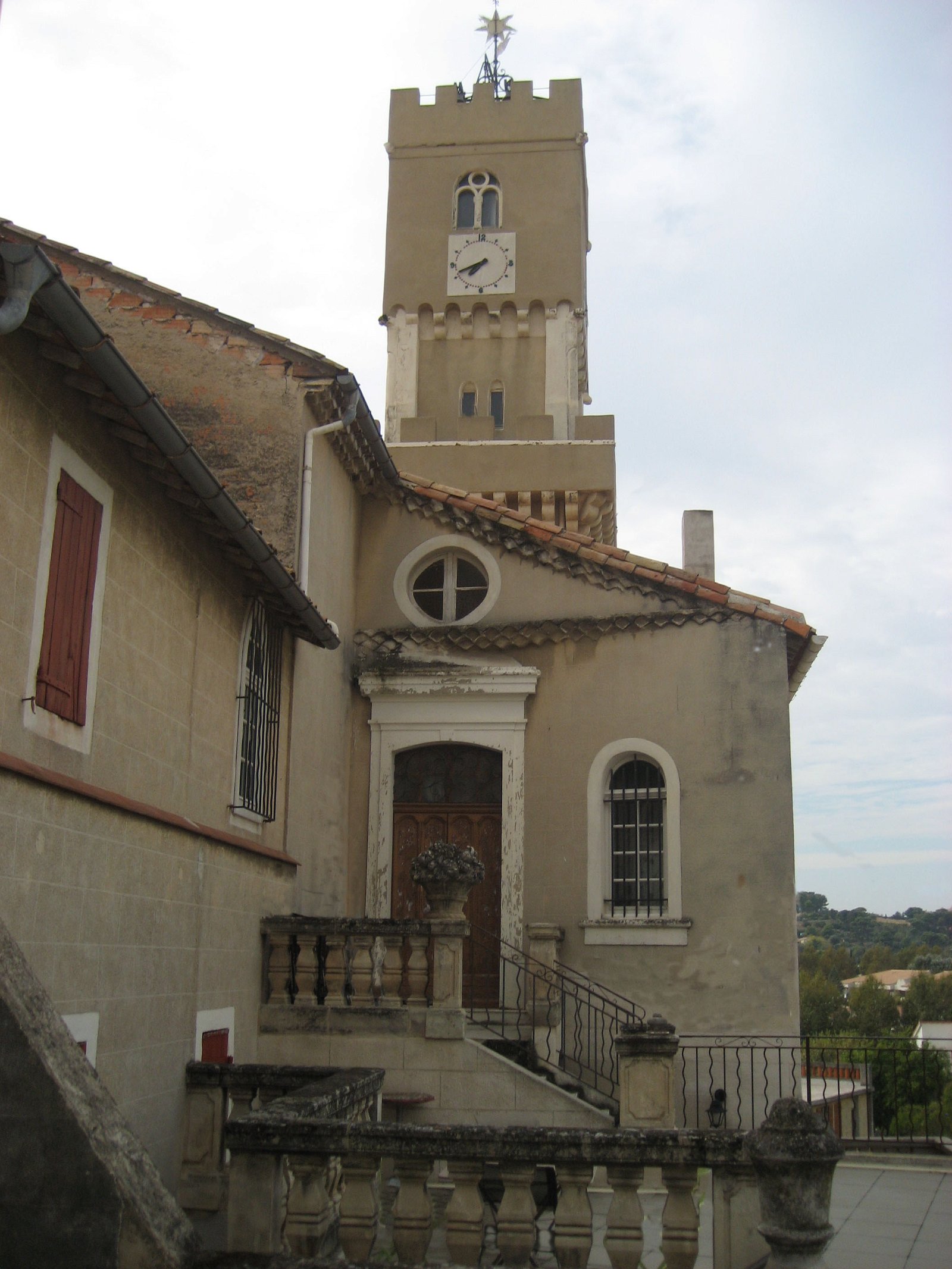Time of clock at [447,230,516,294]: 7:41
